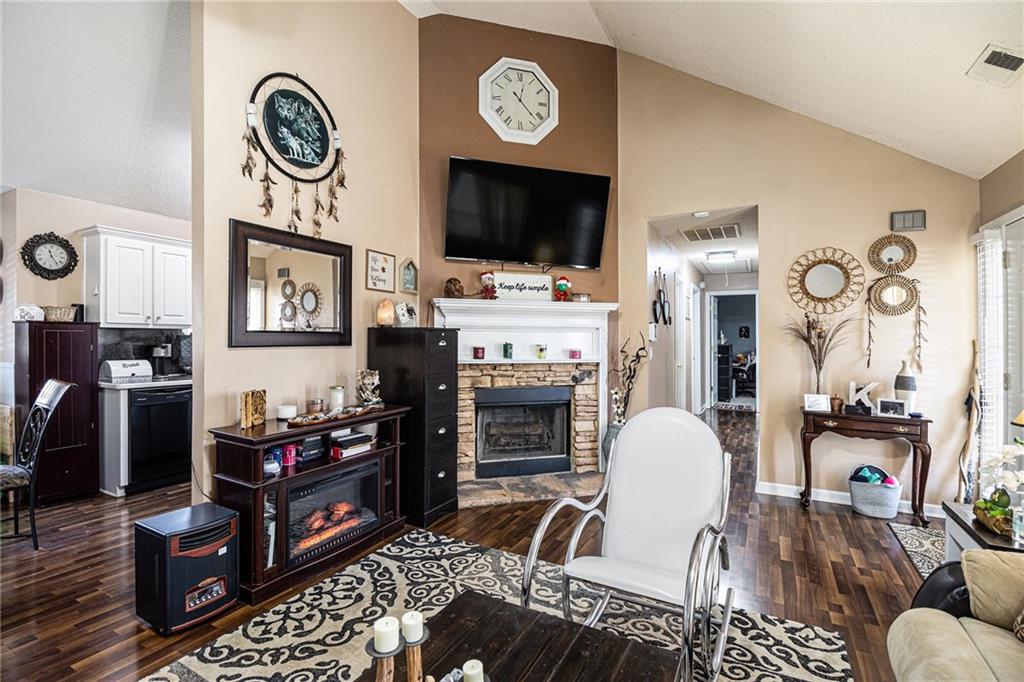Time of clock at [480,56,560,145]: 12:22
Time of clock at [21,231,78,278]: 11:24
